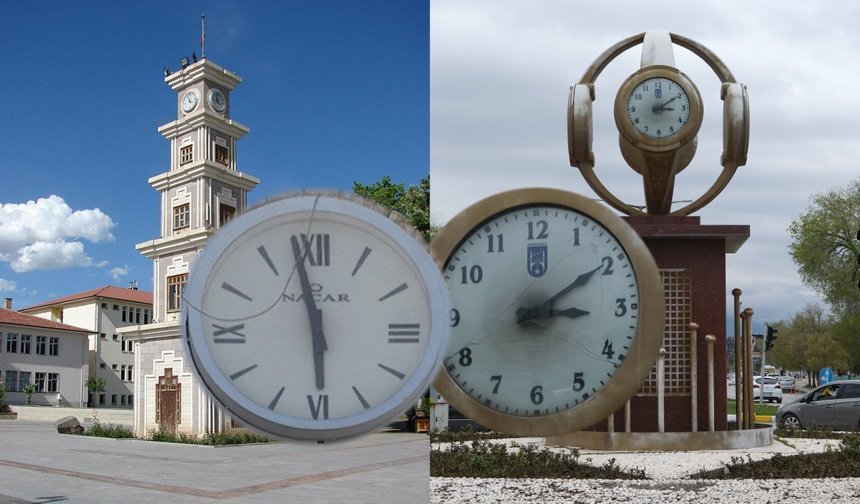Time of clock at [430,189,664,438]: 3:09
